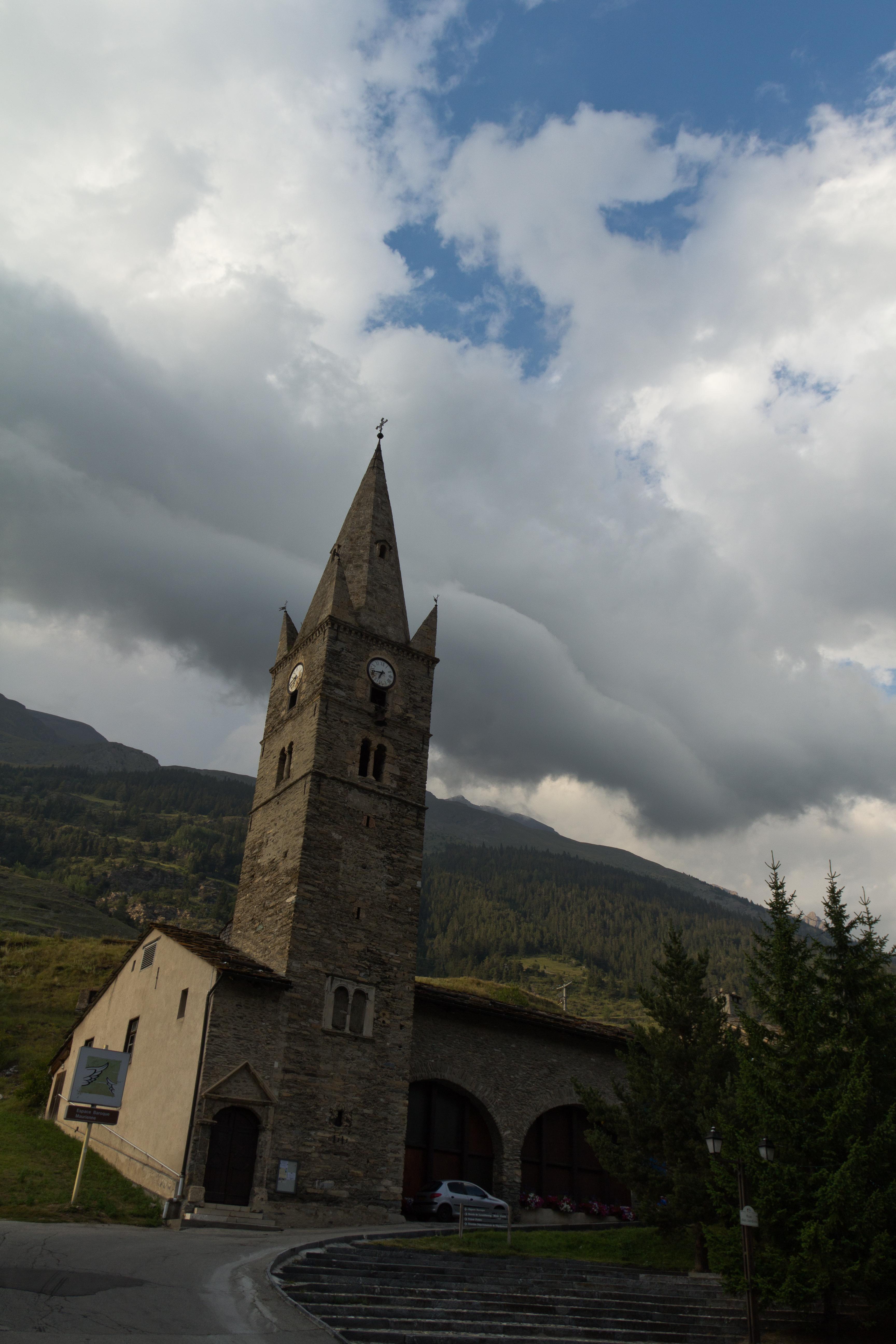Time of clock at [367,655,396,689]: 6:44
